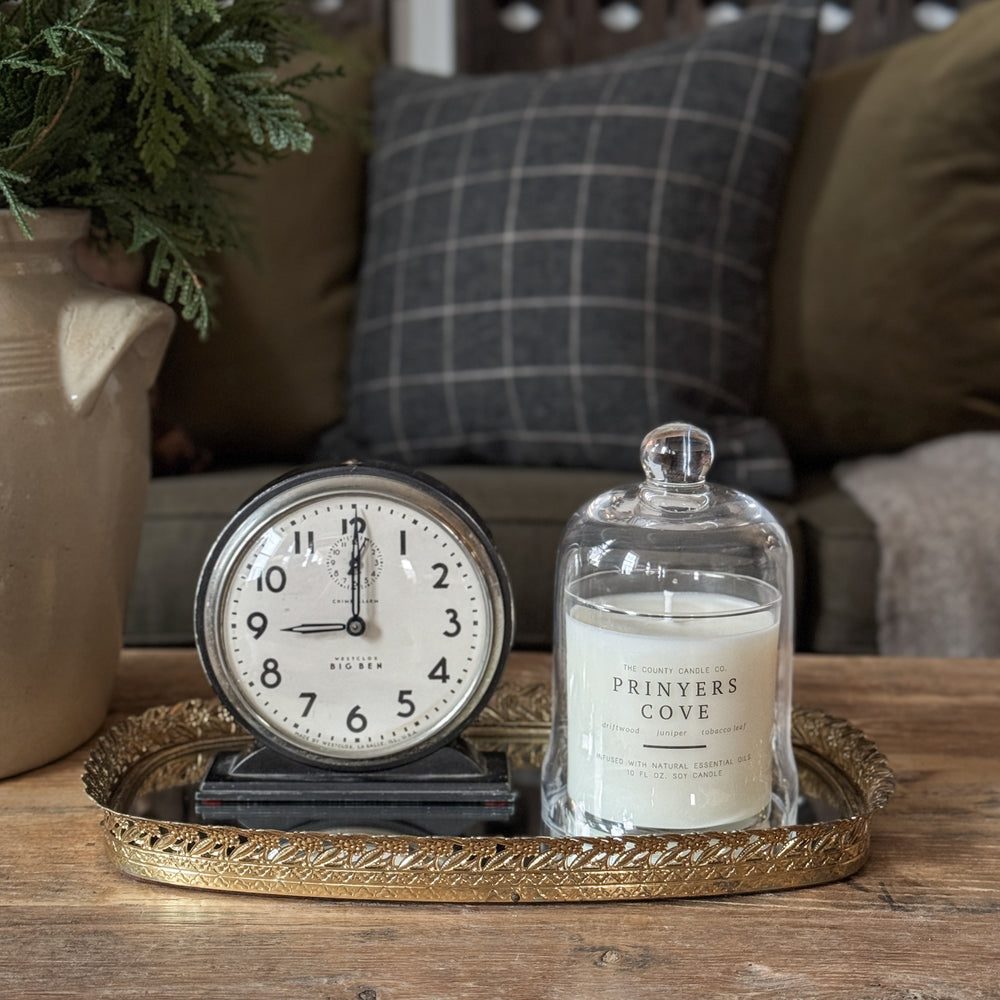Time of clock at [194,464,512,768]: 9:00
